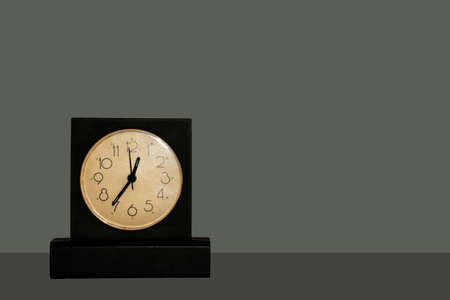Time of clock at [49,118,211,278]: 12:36
